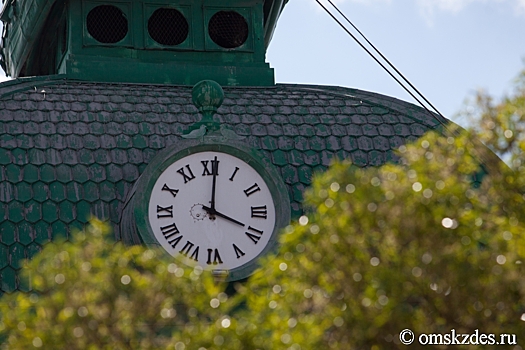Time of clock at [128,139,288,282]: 4:01
